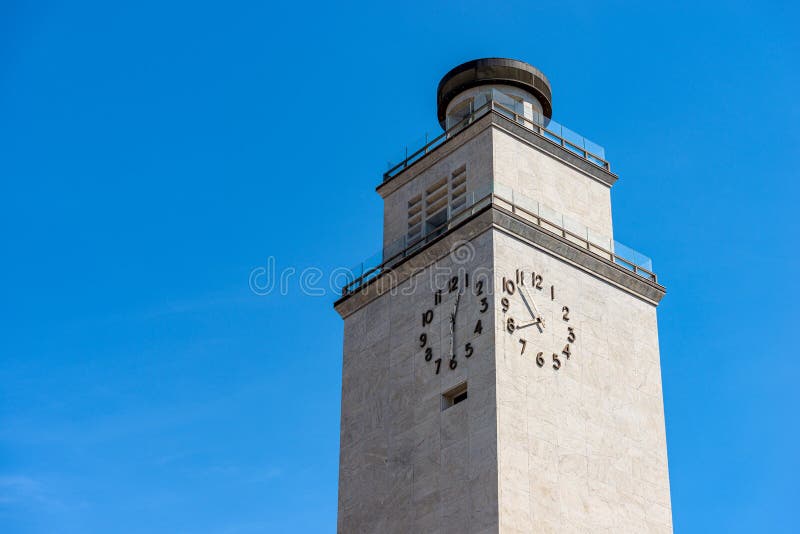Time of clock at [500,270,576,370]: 10:39
